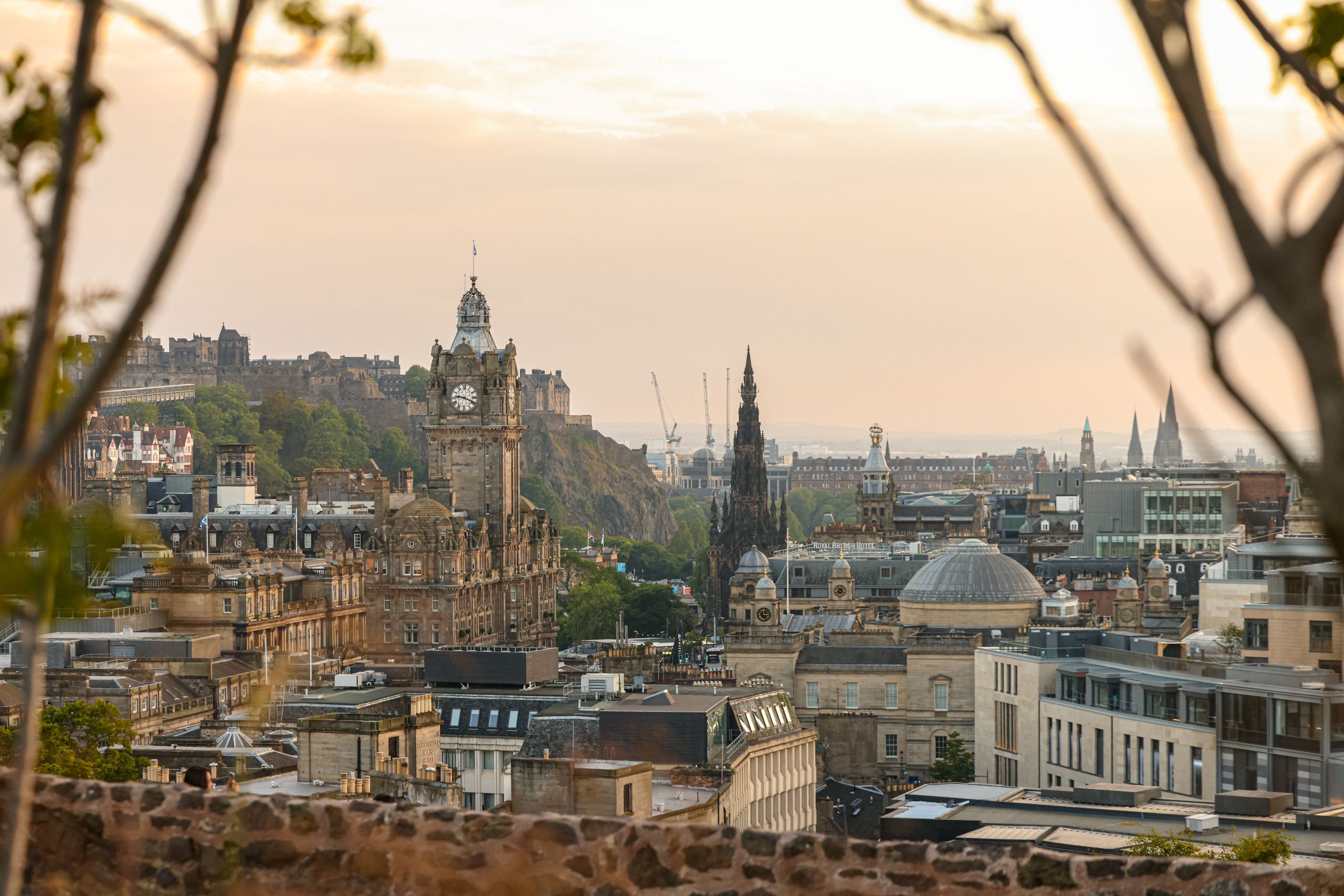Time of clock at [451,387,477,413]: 9:18
